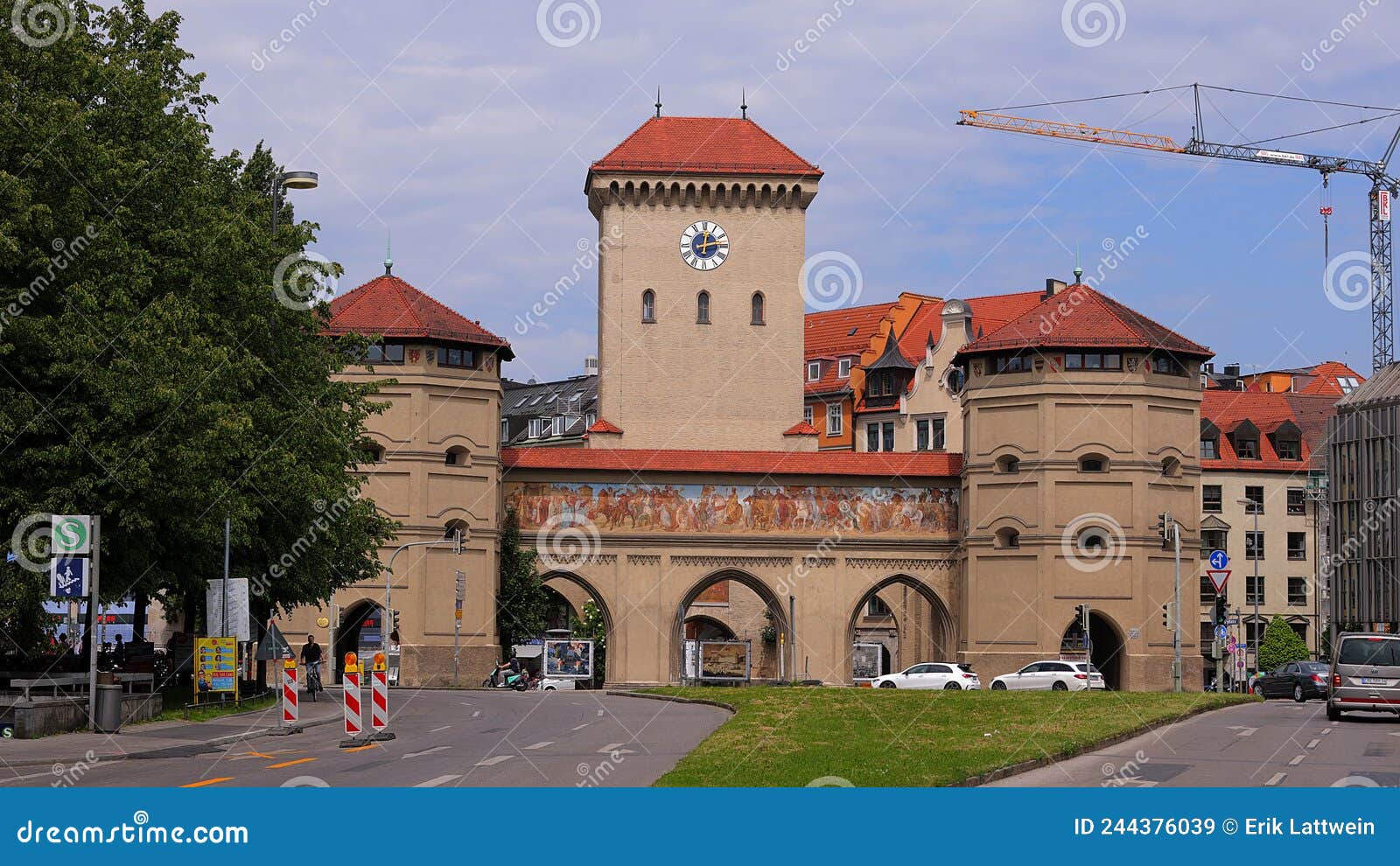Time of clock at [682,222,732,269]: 12:13
